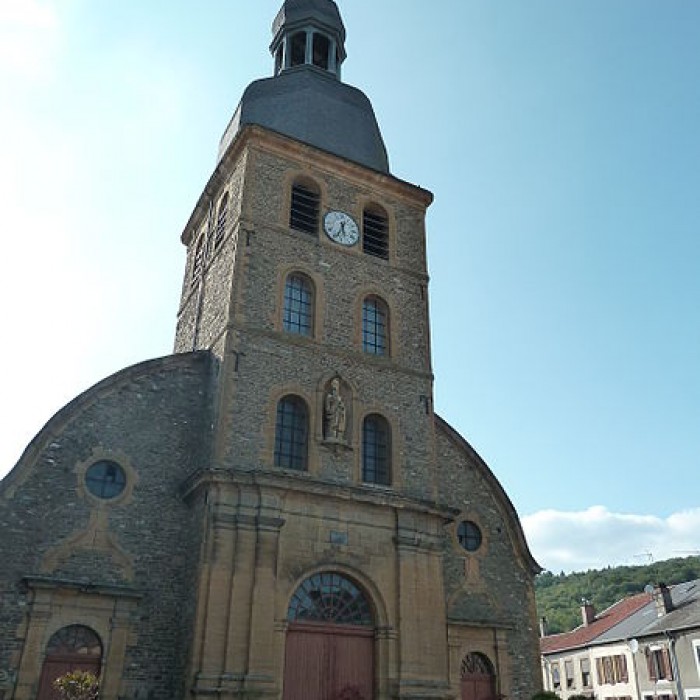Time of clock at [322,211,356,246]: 5:33
